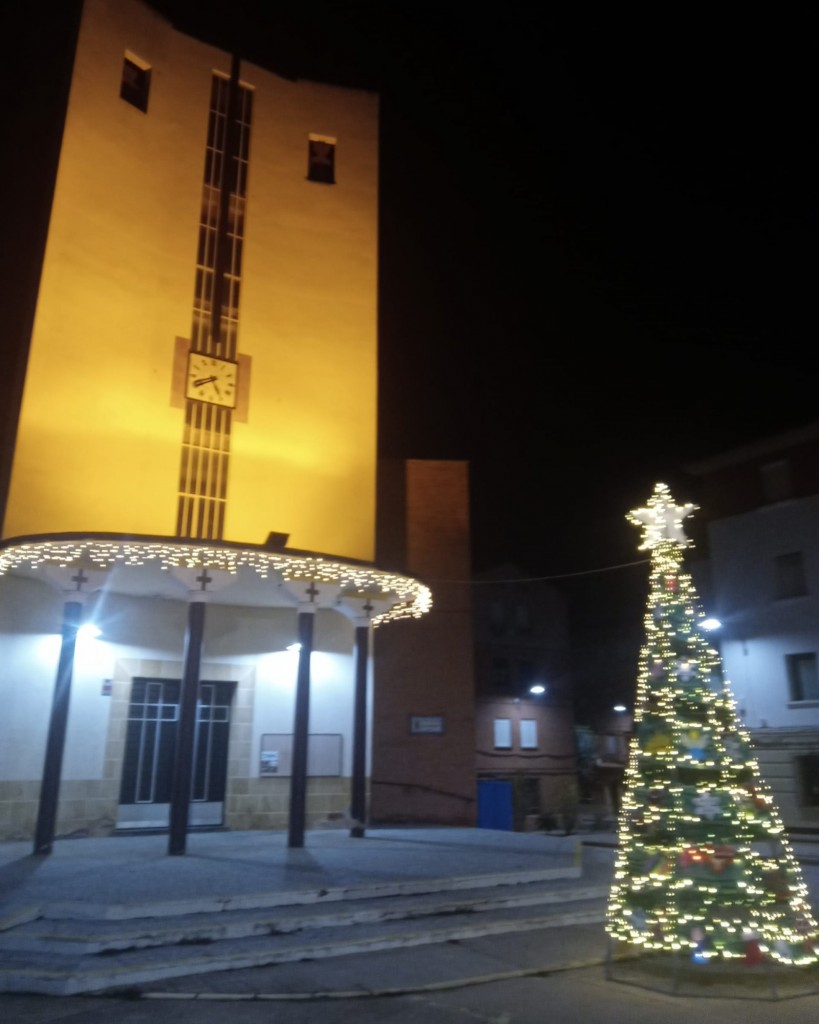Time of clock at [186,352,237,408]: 4:40
